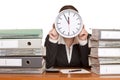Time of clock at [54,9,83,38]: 11:55
